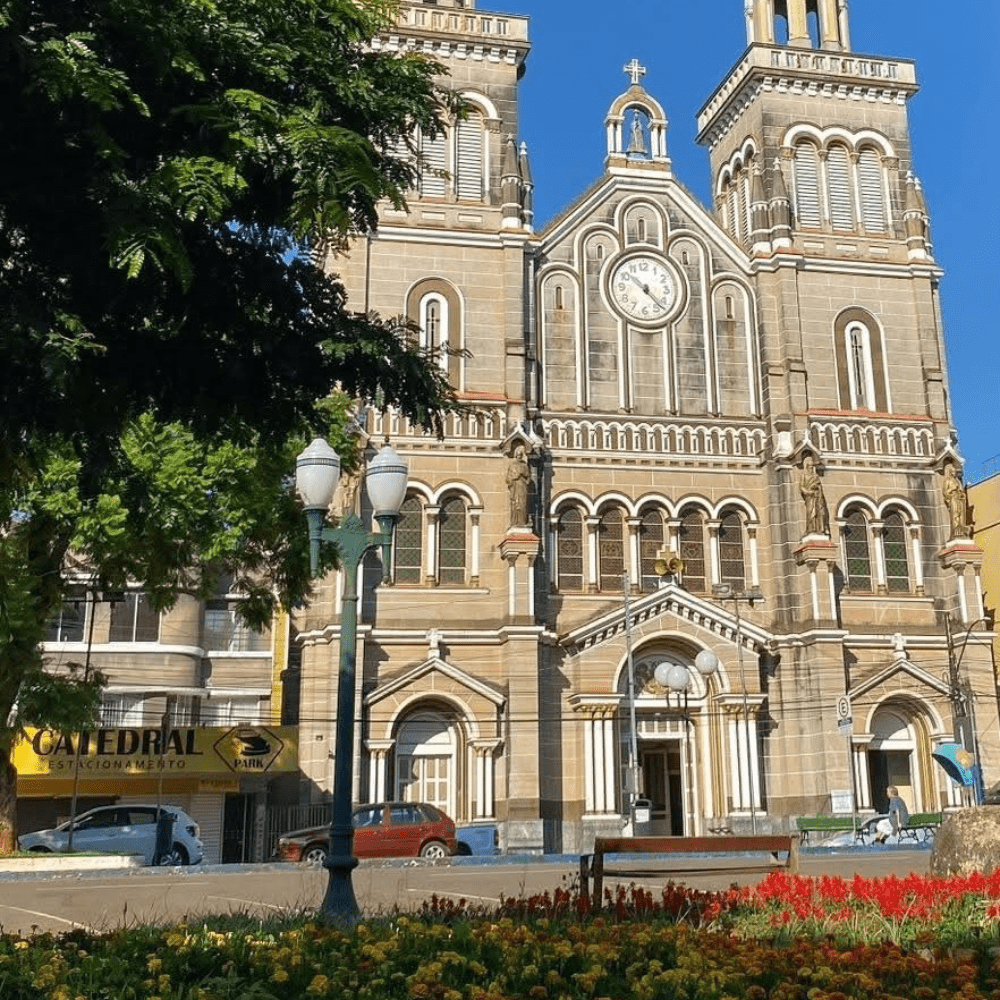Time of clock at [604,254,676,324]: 10:22
